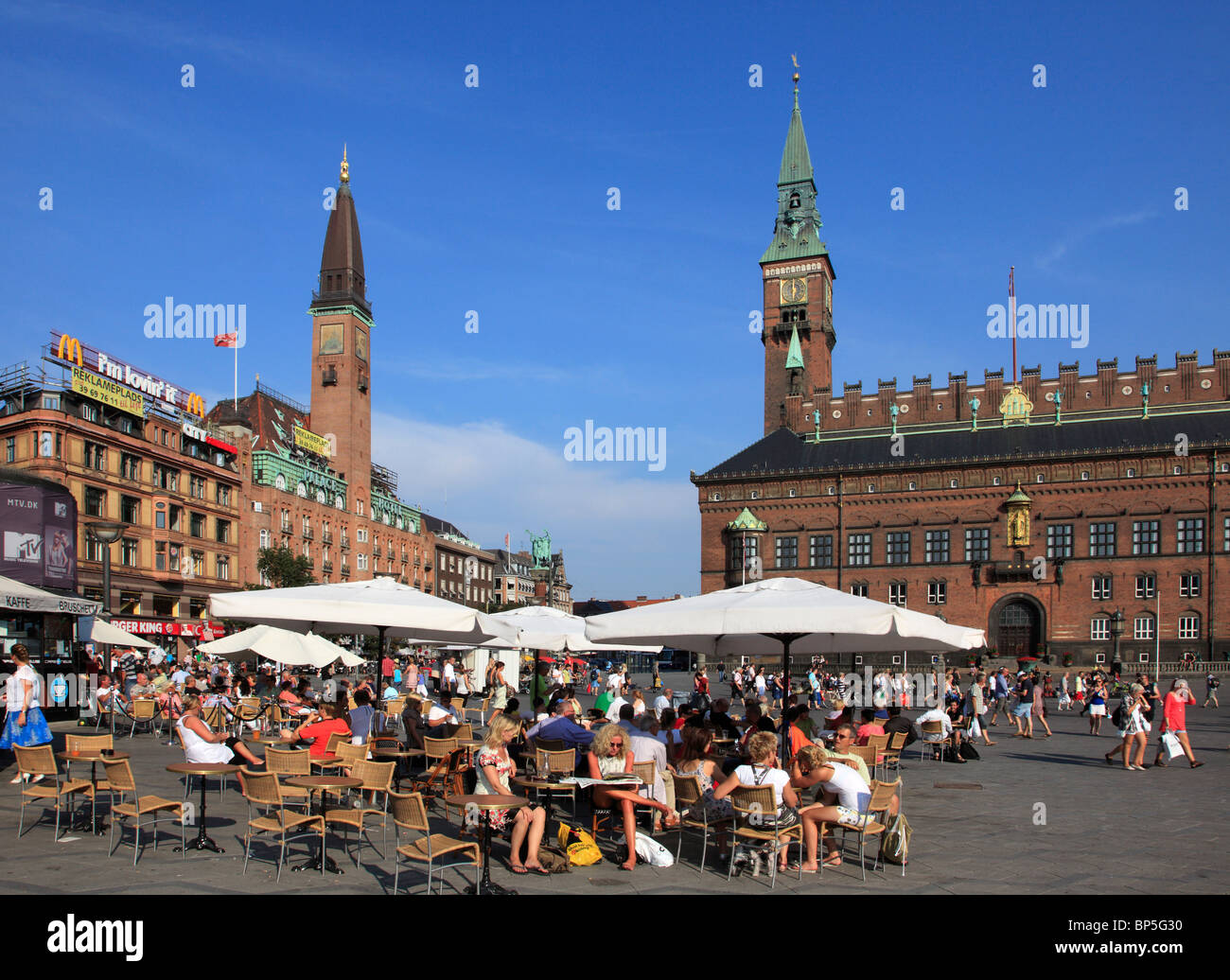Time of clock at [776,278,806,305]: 5:59
